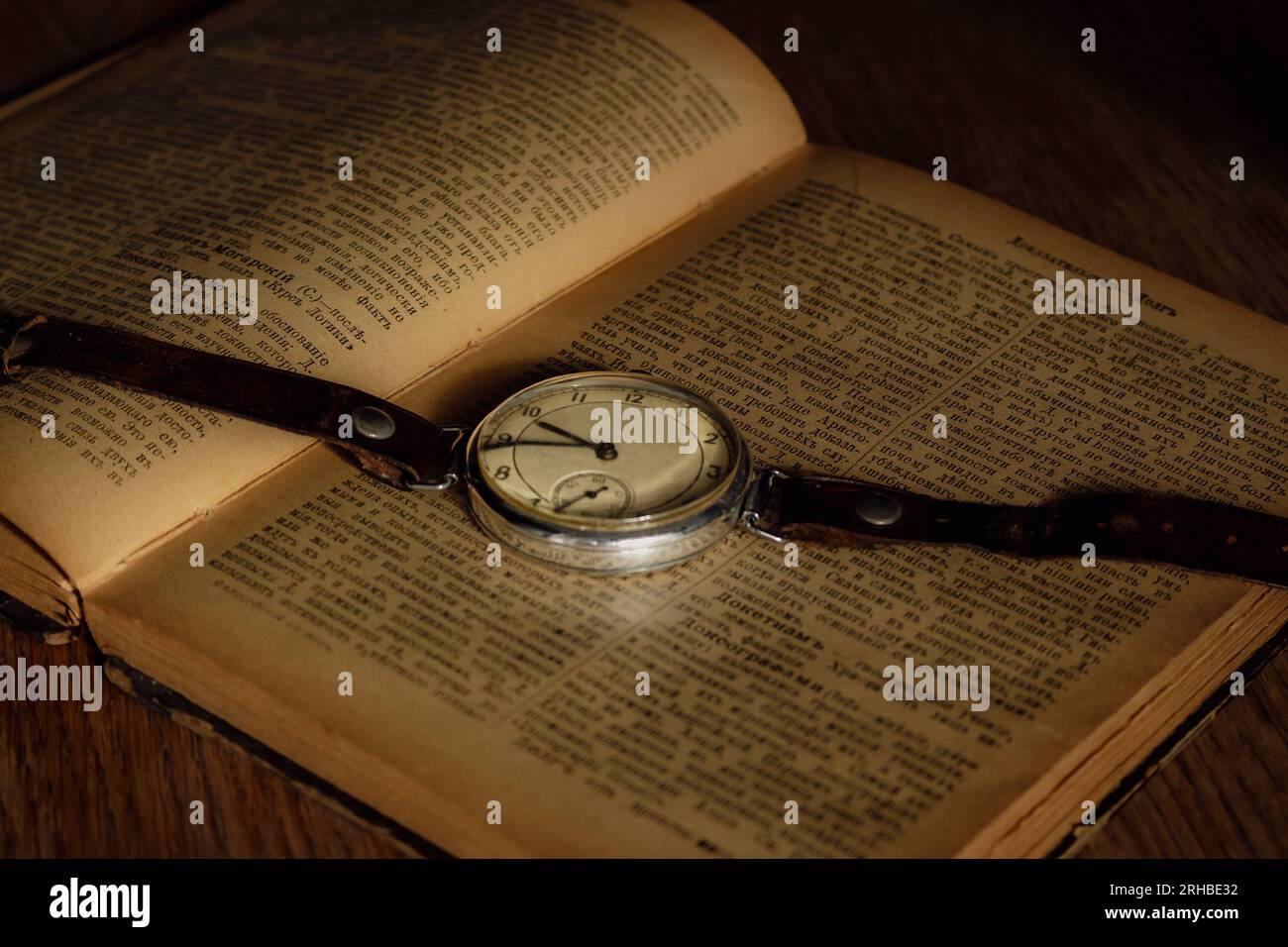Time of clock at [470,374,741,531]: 9:44
